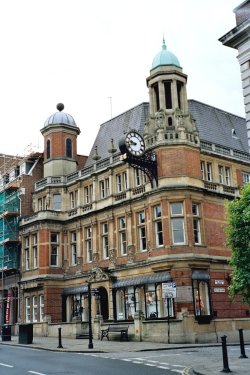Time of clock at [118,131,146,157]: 9:42
